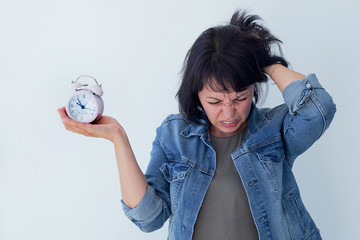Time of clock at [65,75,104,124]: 9:53
